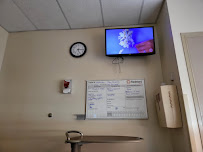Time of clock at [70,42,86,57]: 5:15
